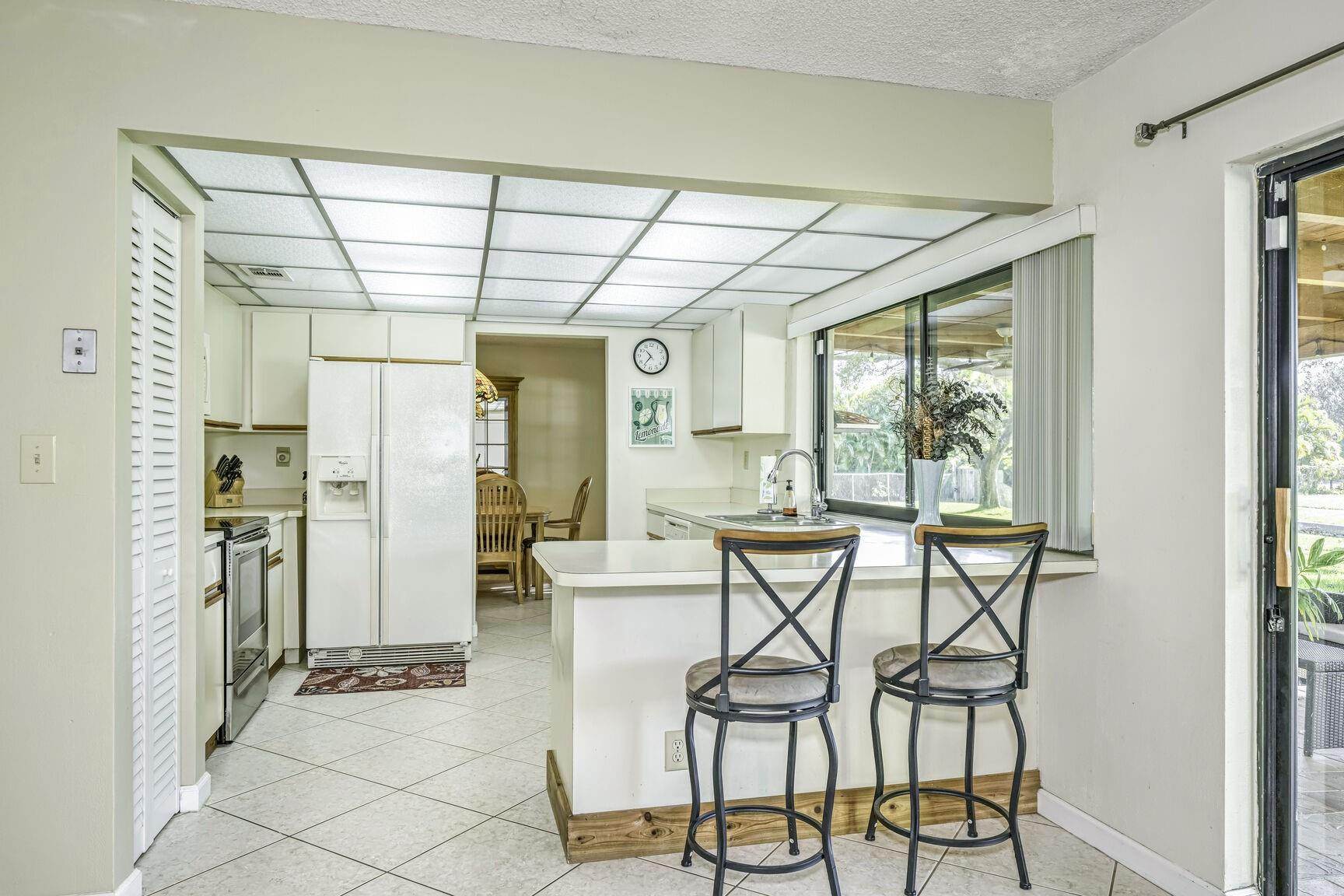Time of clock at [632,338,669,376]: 10:36
